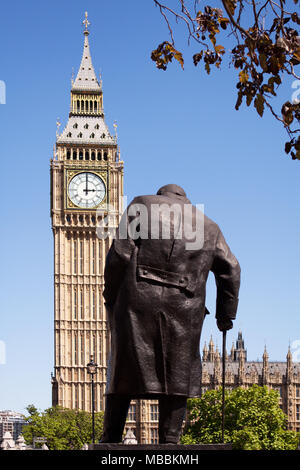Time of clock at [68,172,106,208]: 3:00
